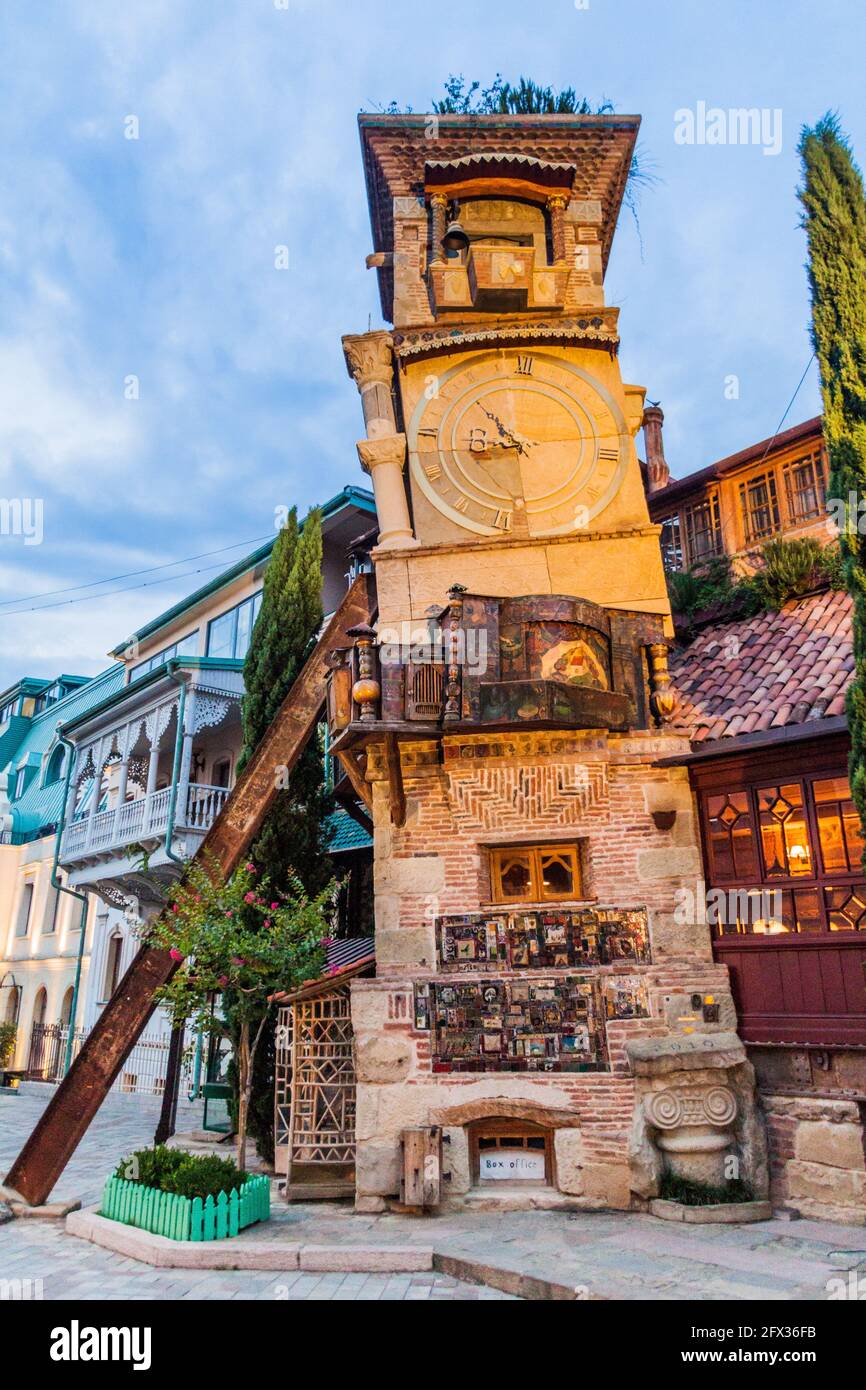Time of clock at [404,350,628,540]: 8:53
